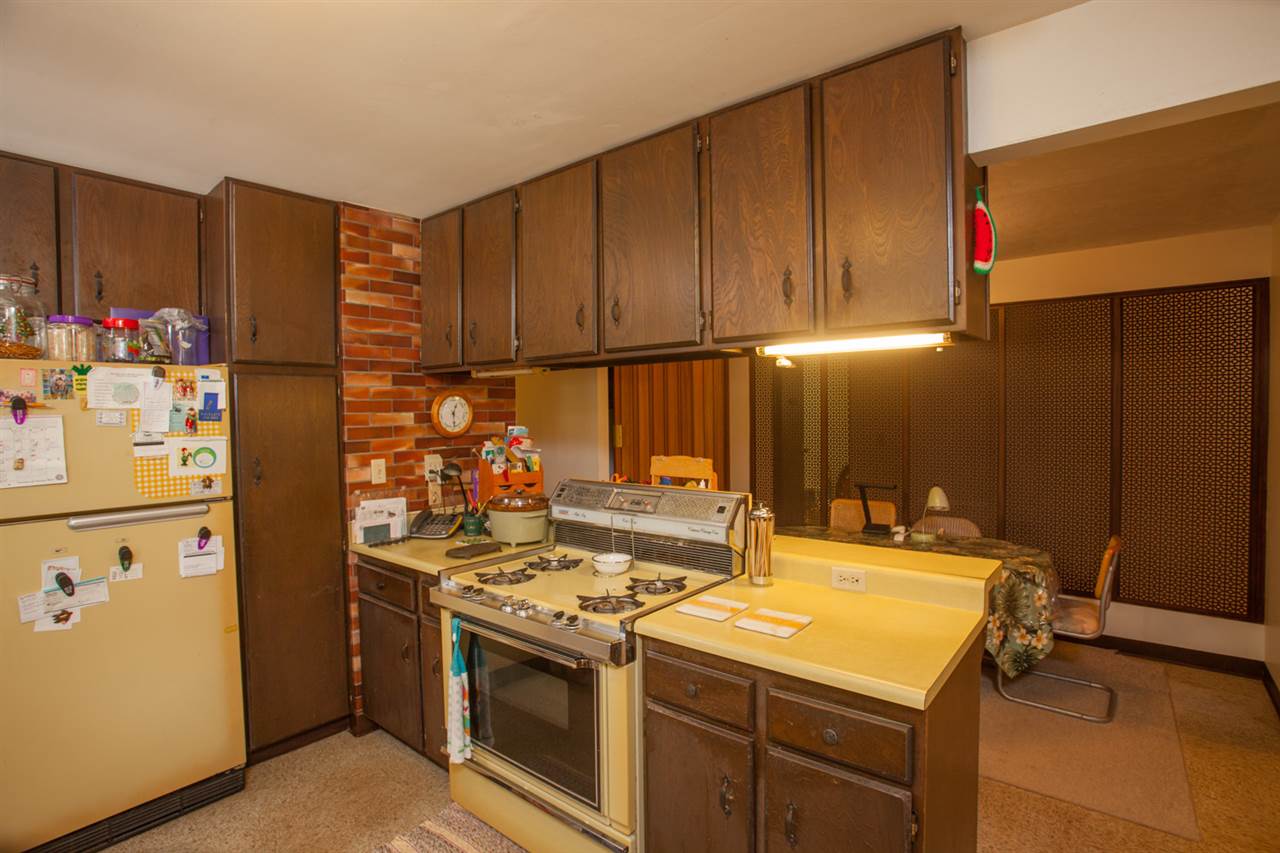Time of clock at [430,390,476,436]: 12:28
